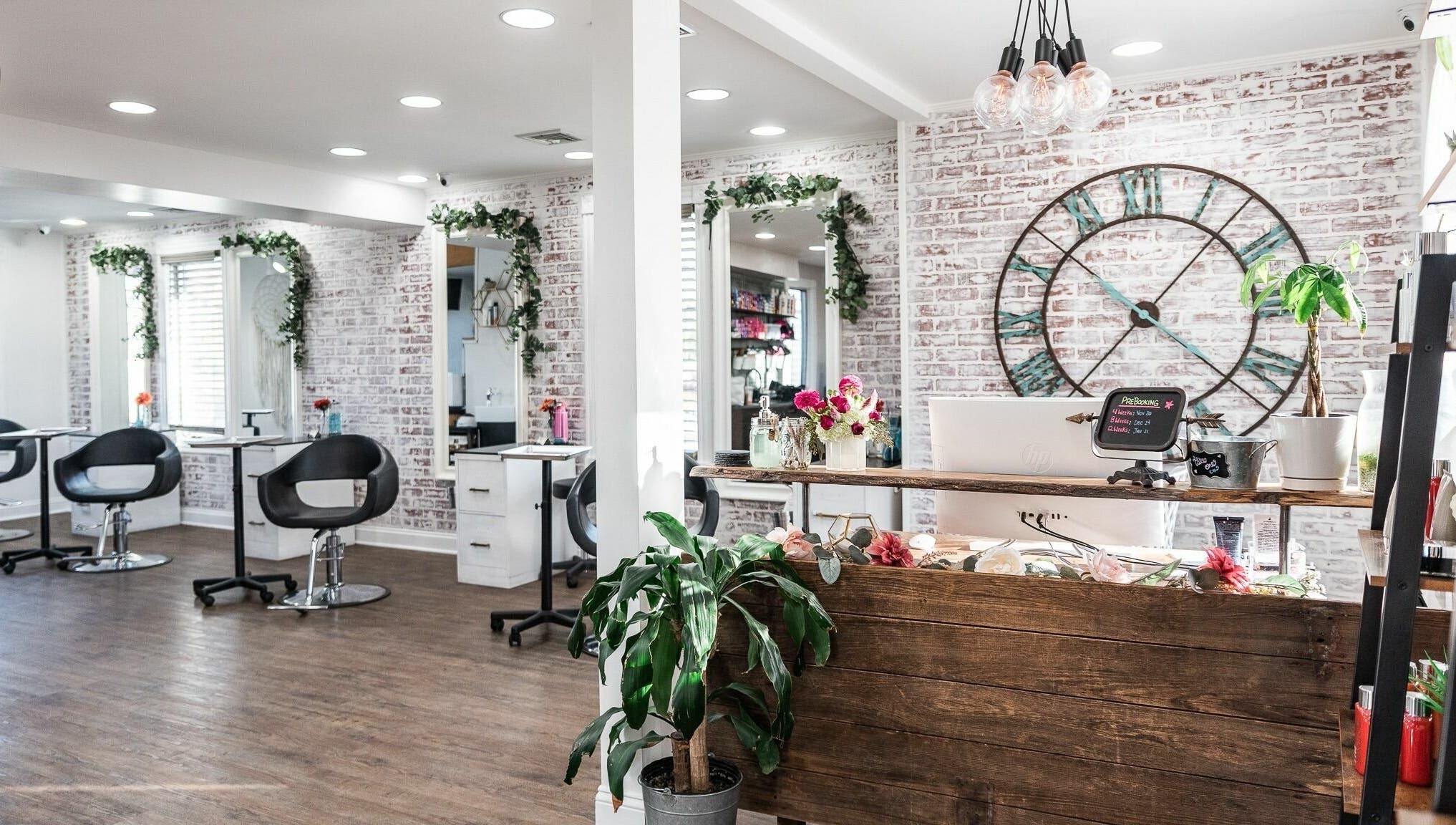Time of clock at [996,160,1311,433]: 7:07
